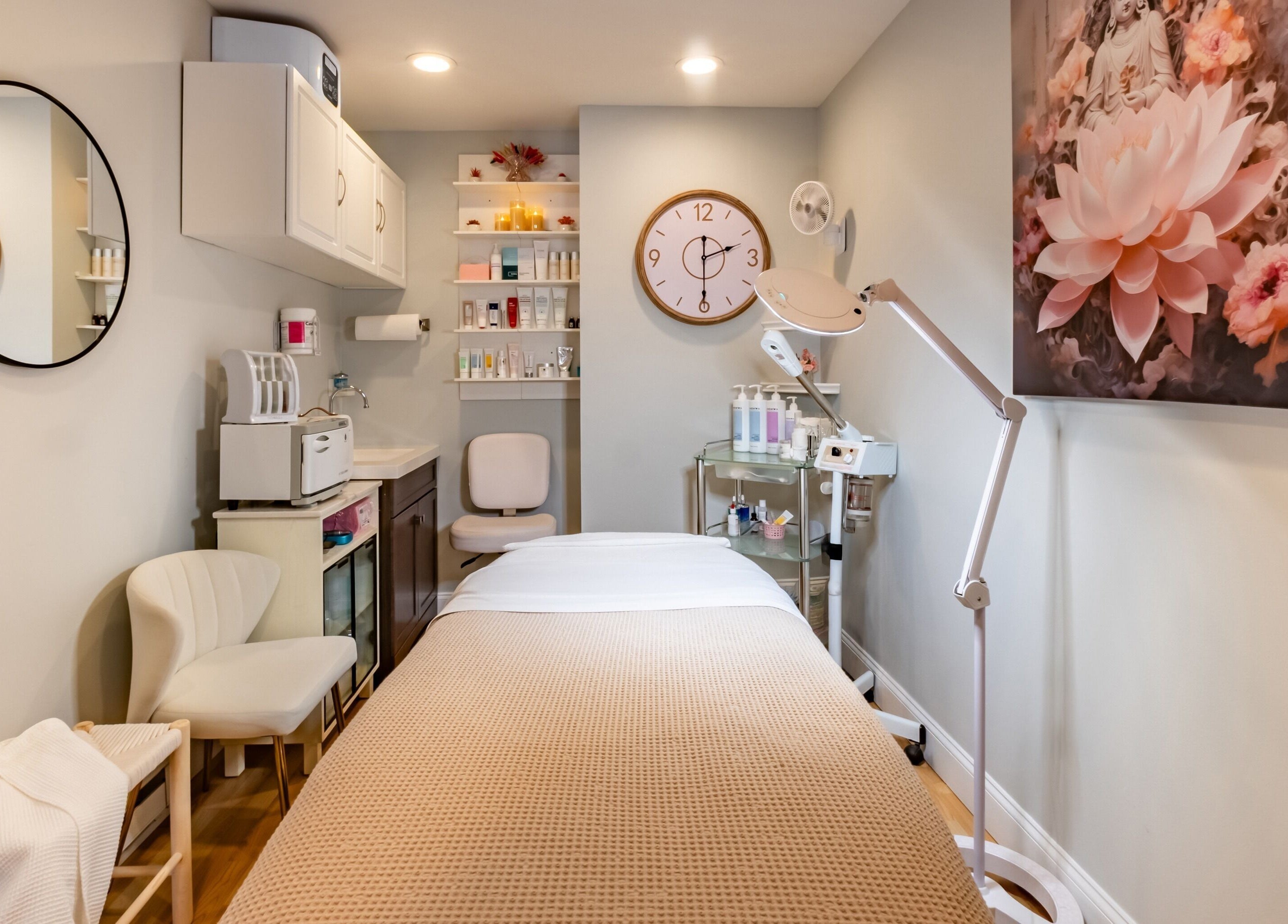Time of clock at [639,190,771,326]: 2:30
